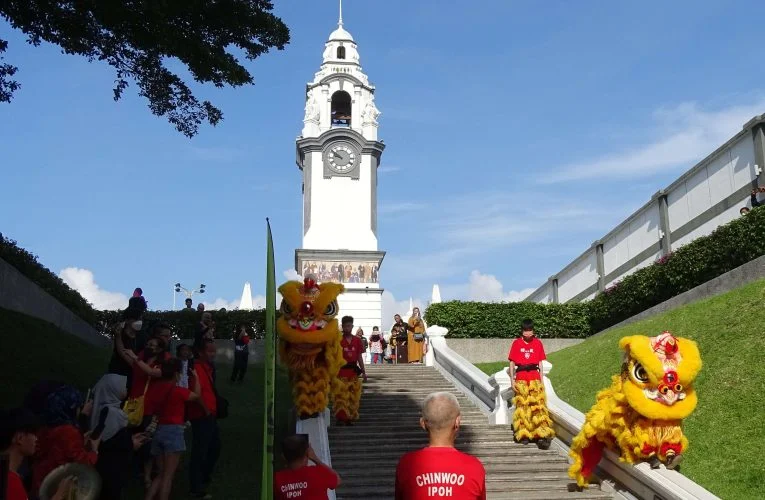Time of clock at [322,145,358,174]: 9:51
